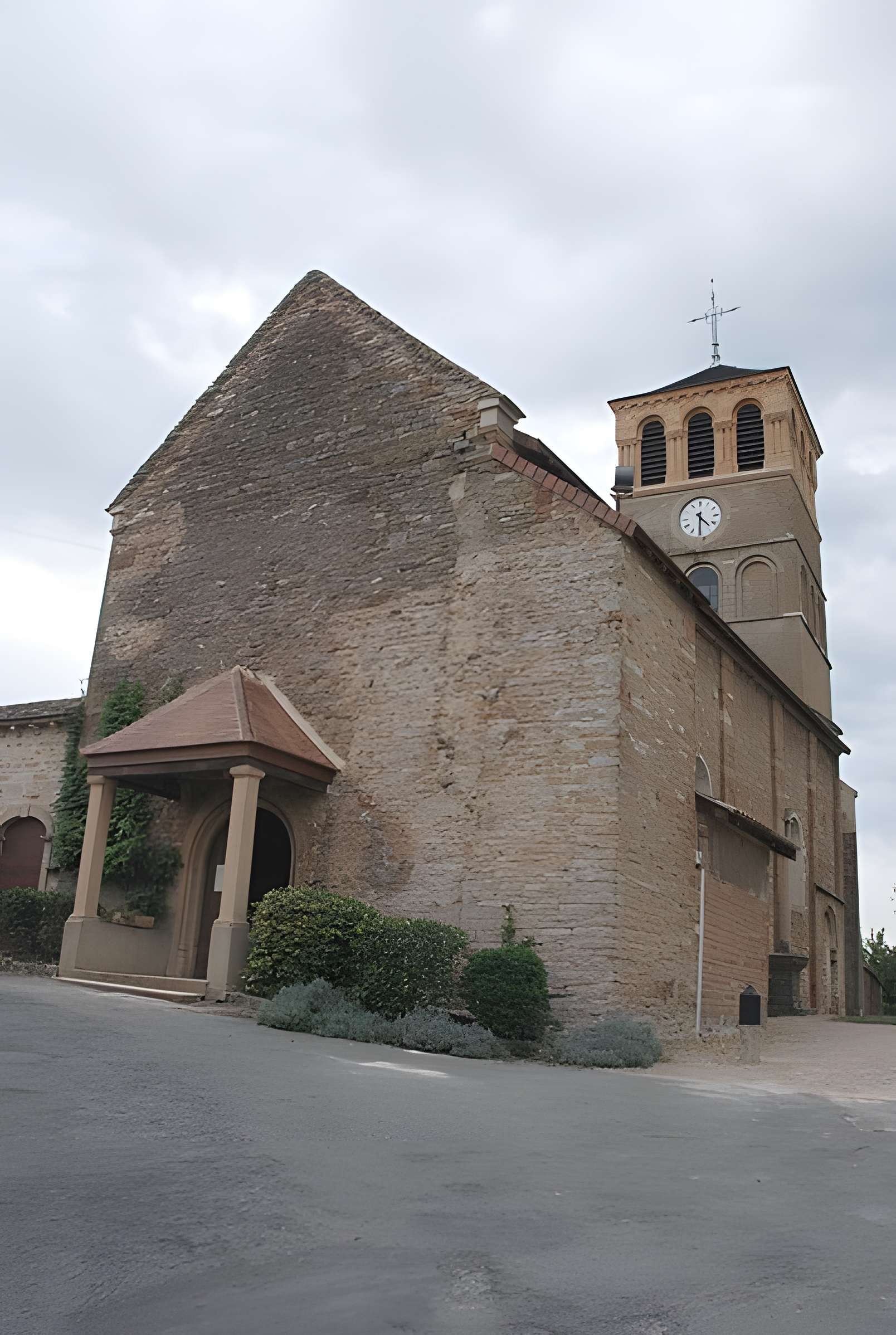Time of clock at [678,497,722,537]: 4:30
